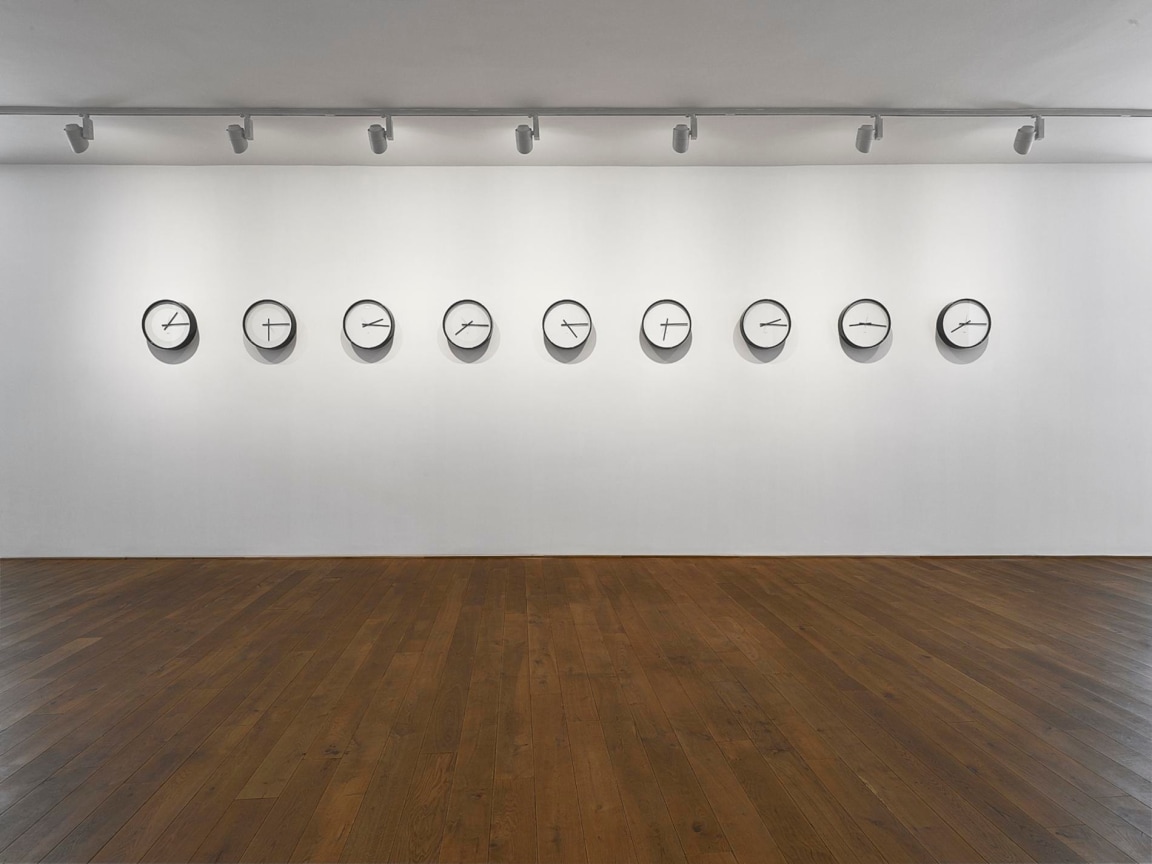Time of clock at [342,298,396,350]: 2:15
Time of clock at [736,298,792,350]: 2:15
